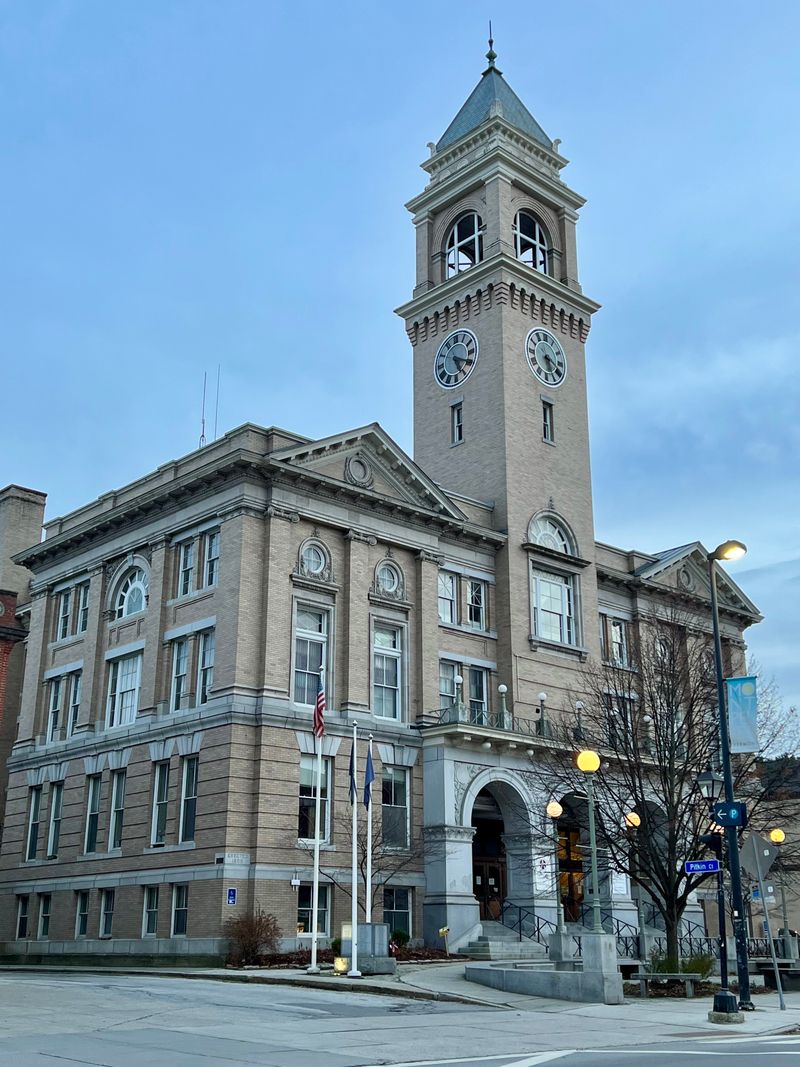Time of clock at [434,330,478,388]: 5:19
